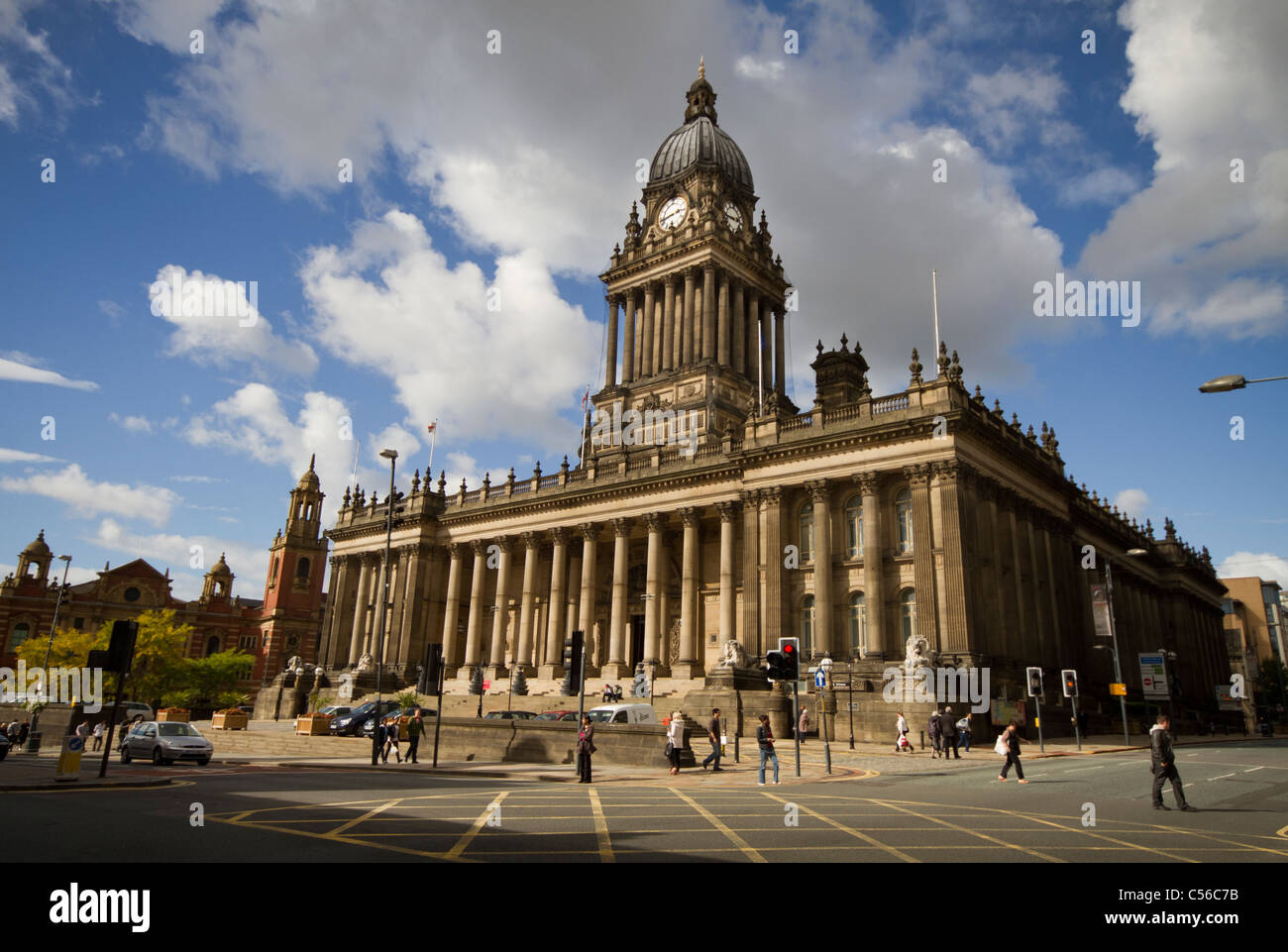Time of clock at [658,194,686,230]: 2:42
